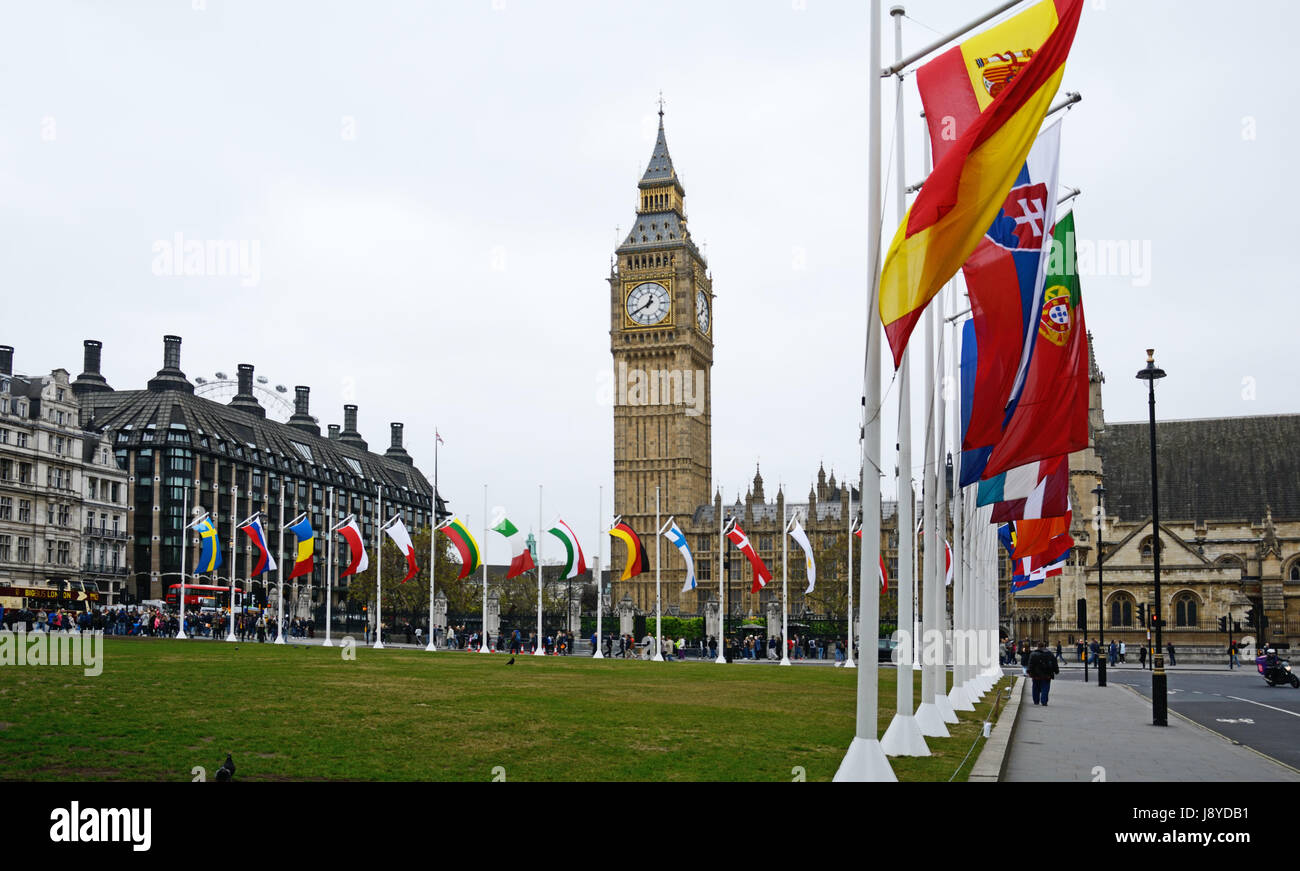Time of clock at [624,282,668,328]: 12:40
